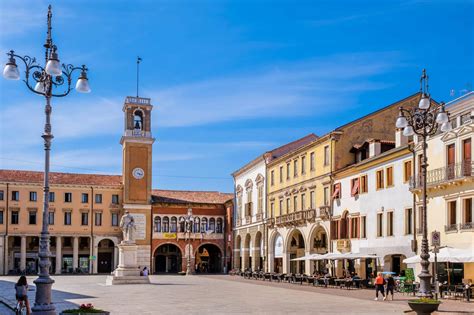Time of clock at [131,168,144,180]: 4:17
